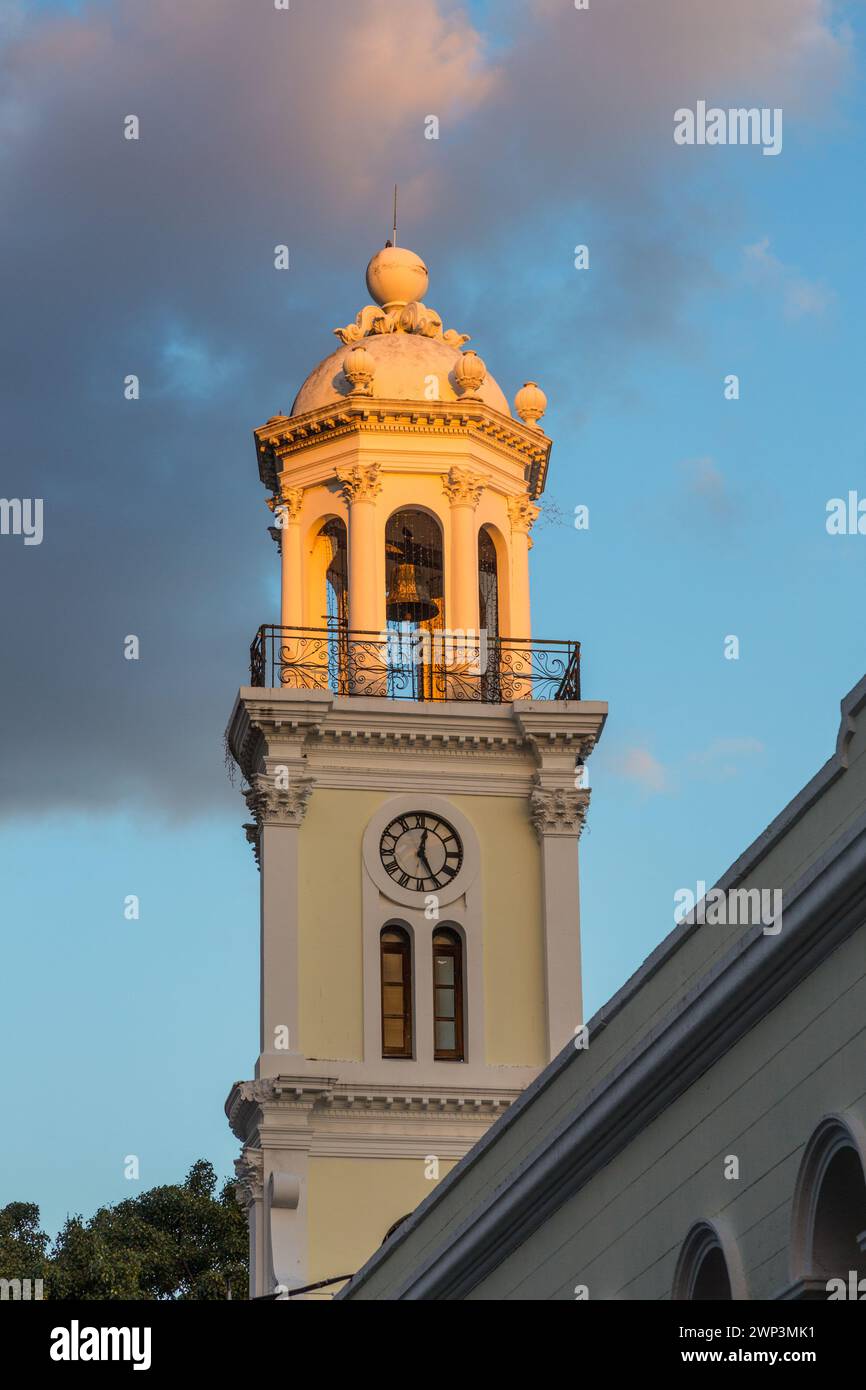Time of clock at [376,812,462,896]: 12:25
